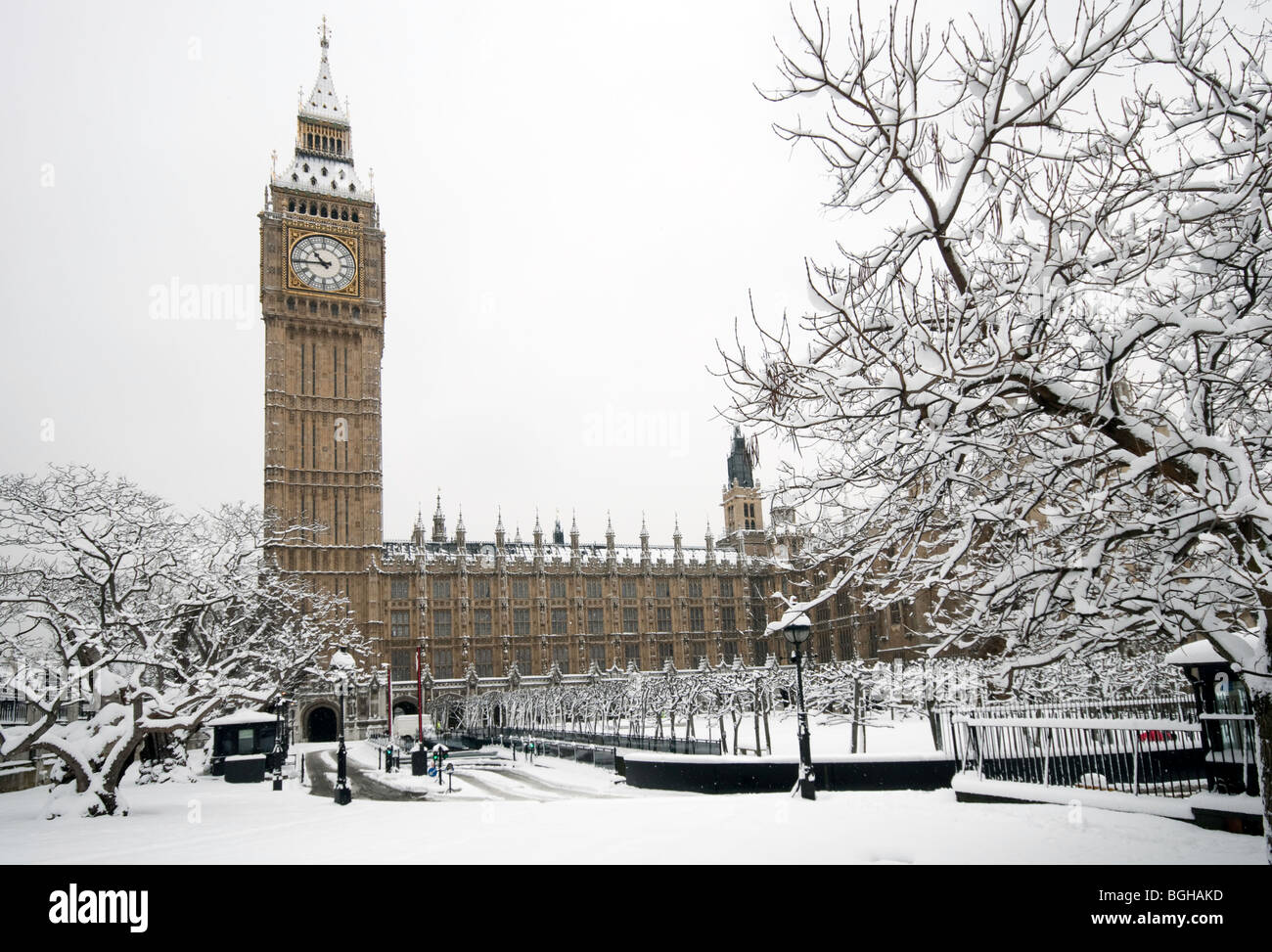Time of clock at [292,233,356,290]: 10:44
